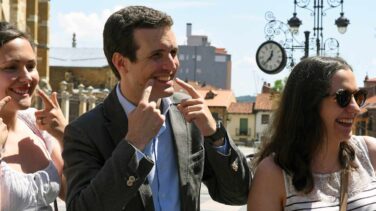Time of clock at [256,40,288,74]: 12:37
